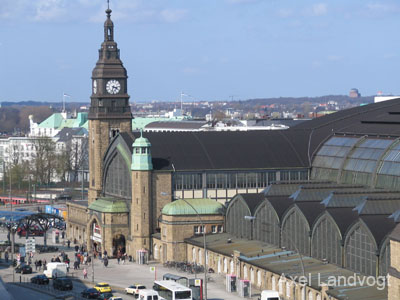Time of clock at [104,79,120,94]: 3:32
